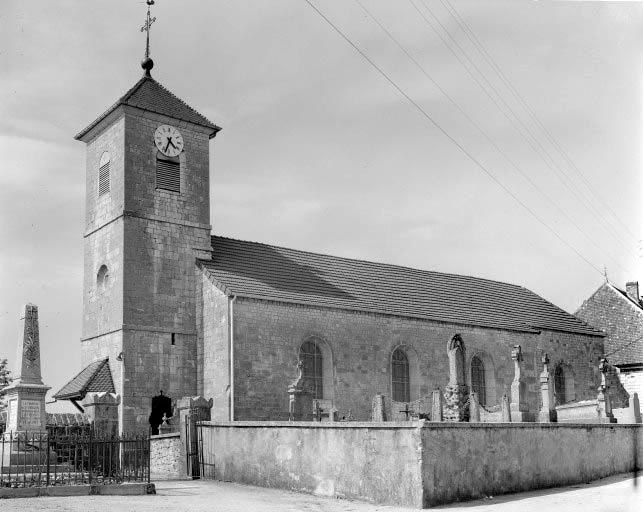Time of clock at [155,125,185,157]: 4:33
